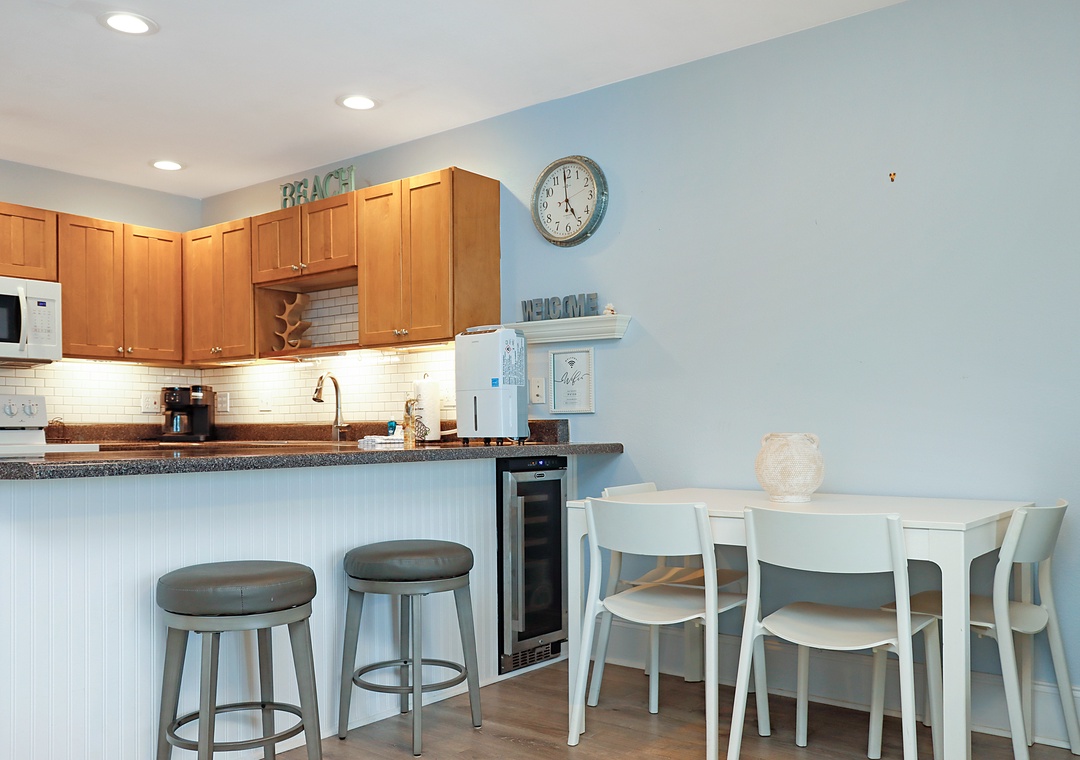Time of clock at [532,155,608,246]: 4:59
